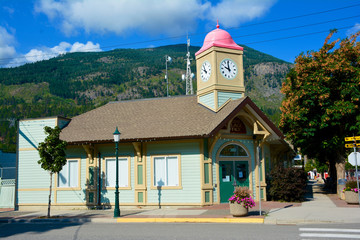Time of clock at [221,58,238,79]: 9:59
